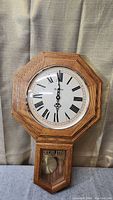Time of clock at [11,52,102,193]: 5:59
